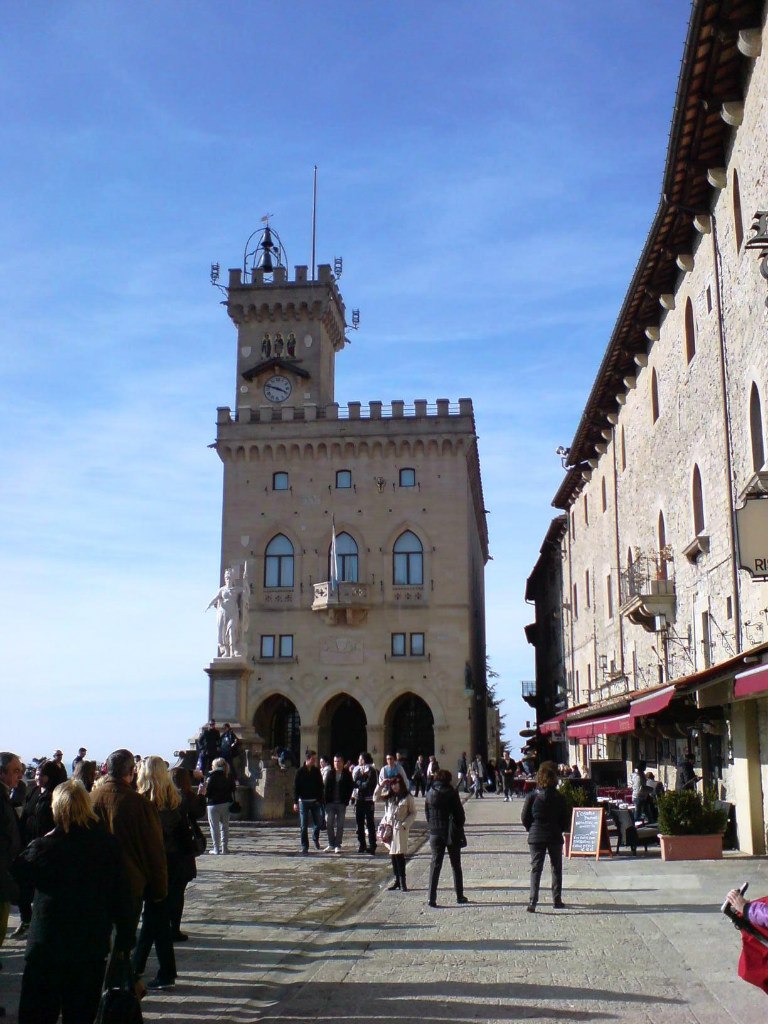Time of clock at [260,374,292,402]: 3:47
